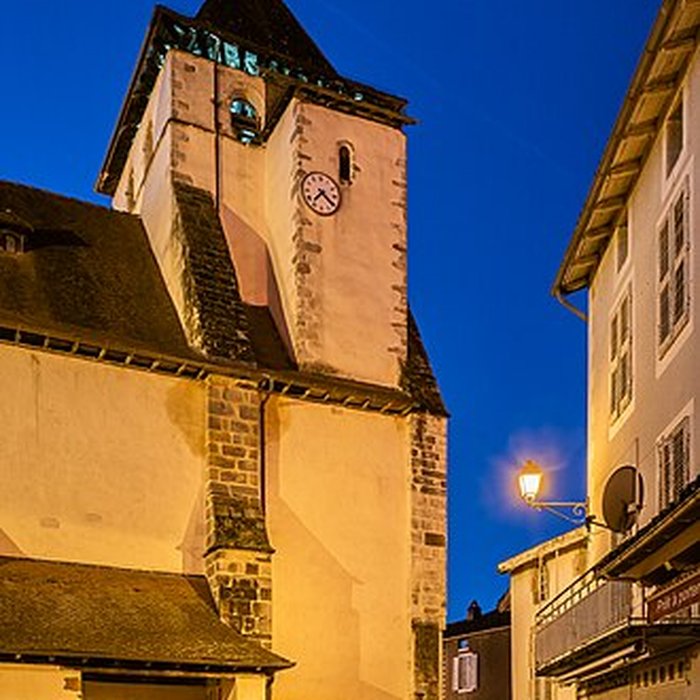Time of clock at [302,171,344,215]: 7:21
